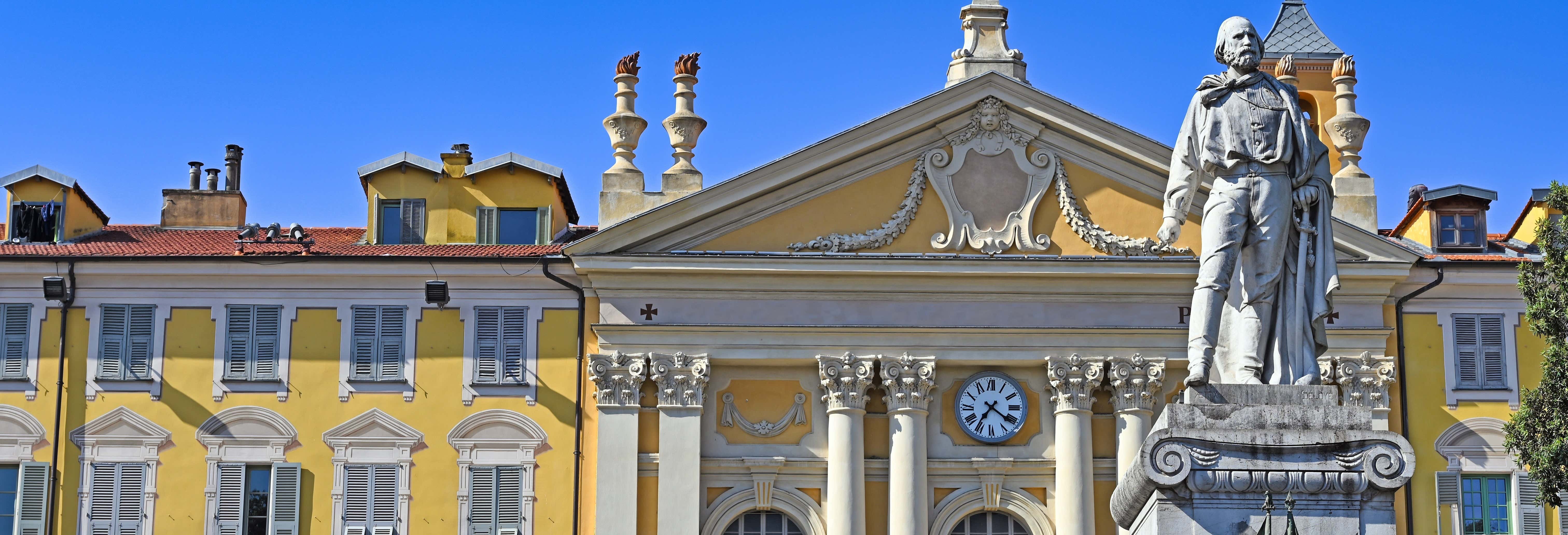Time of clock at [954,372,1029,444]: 7:20
